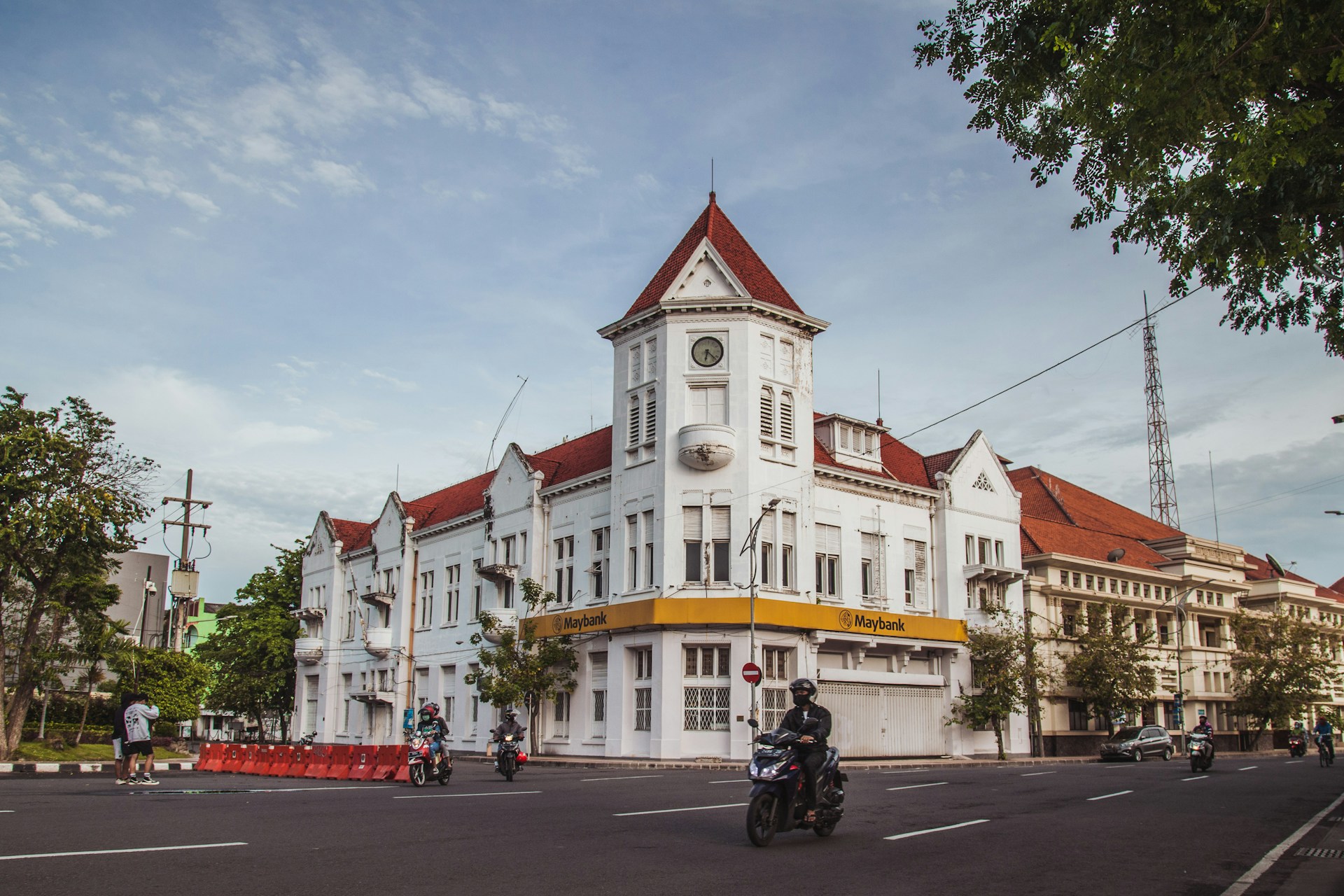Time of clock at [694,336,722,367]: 6:22
